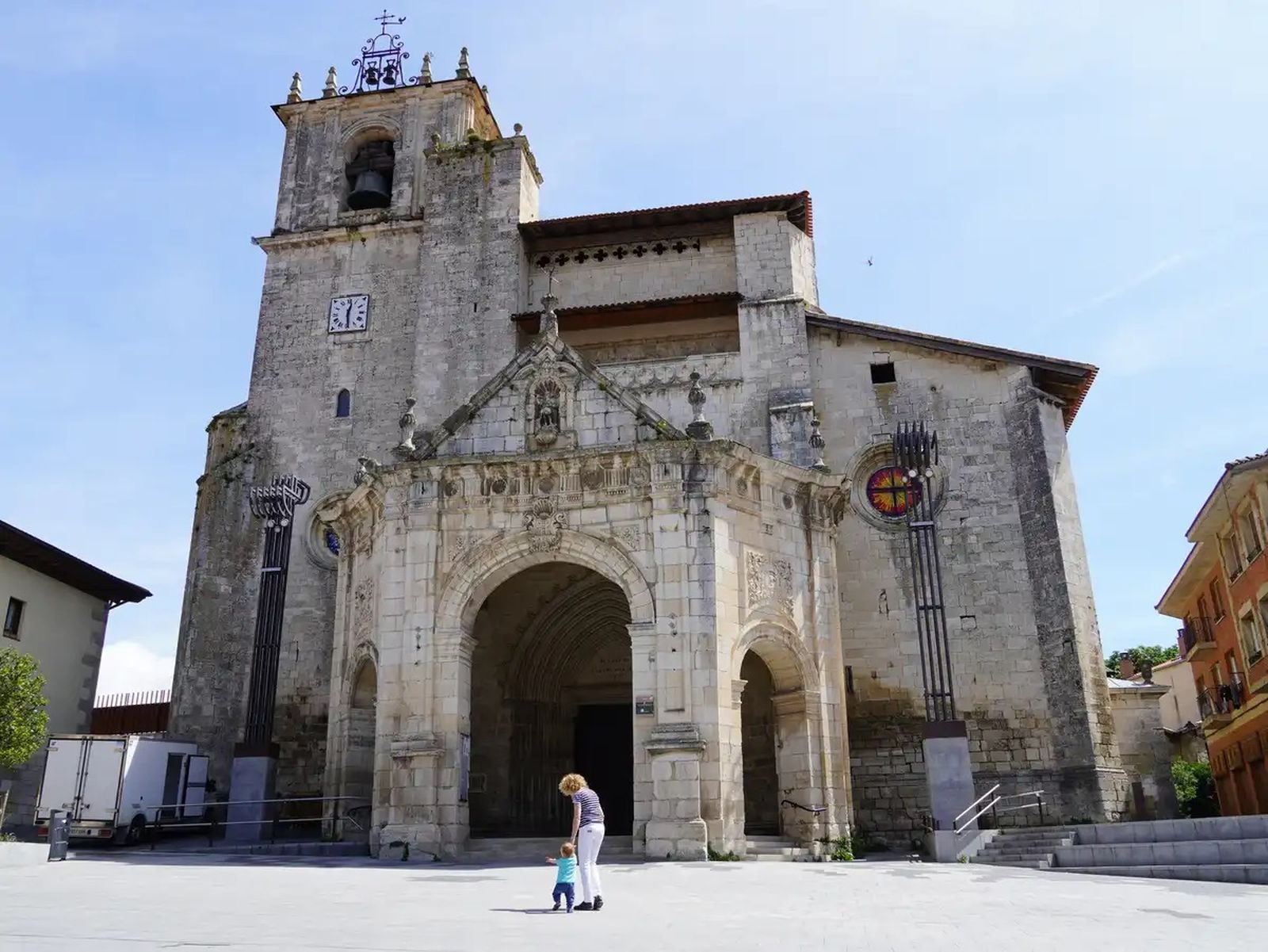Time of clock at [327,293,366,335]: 12:28
